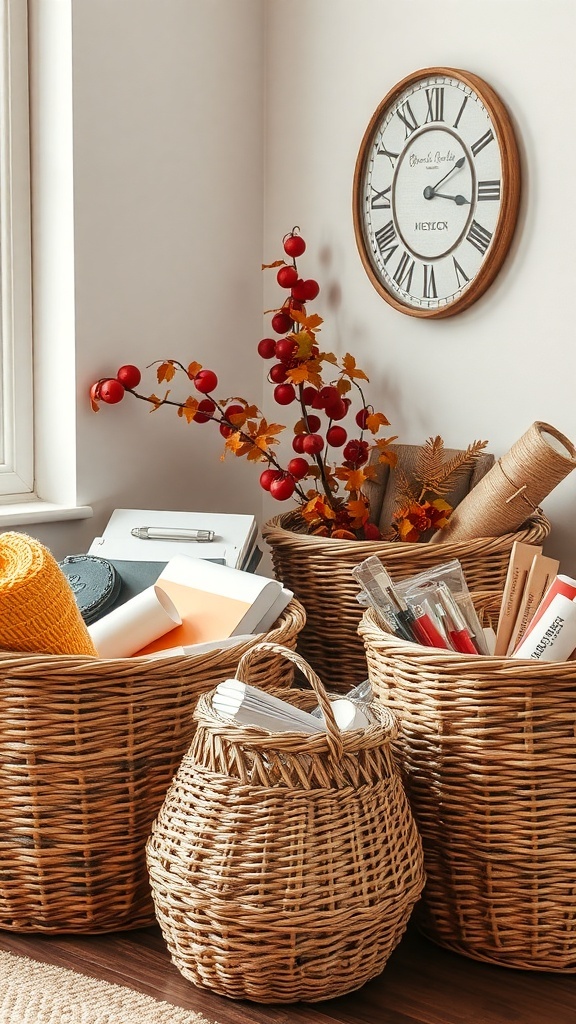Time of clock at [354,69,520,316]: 3:09
